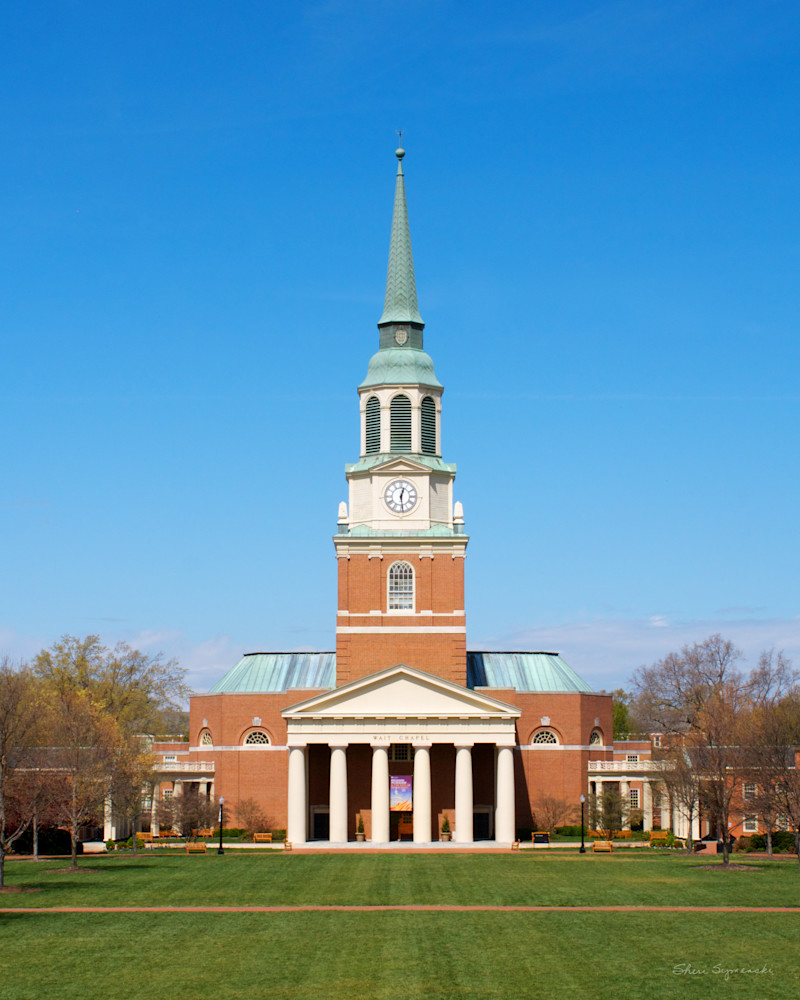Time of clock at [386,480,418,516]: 12:28
